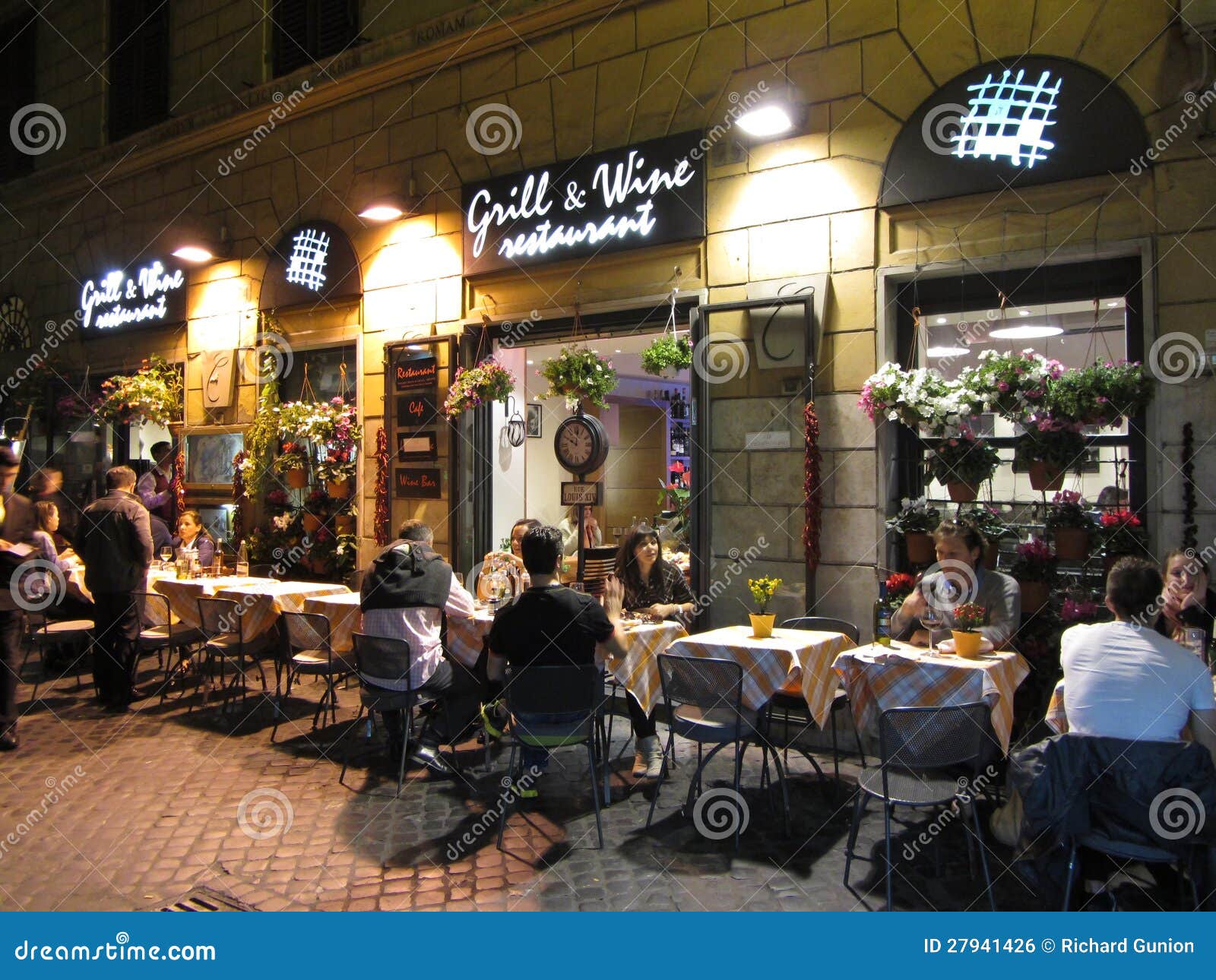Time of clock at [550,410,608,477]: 10:00
